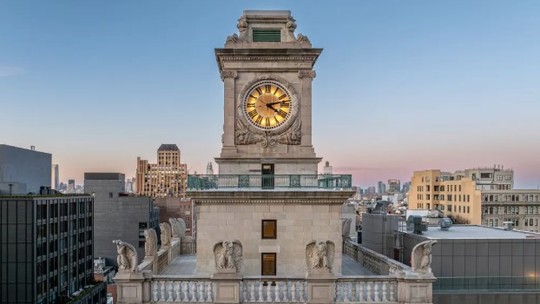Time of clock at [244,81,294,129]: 4:12
